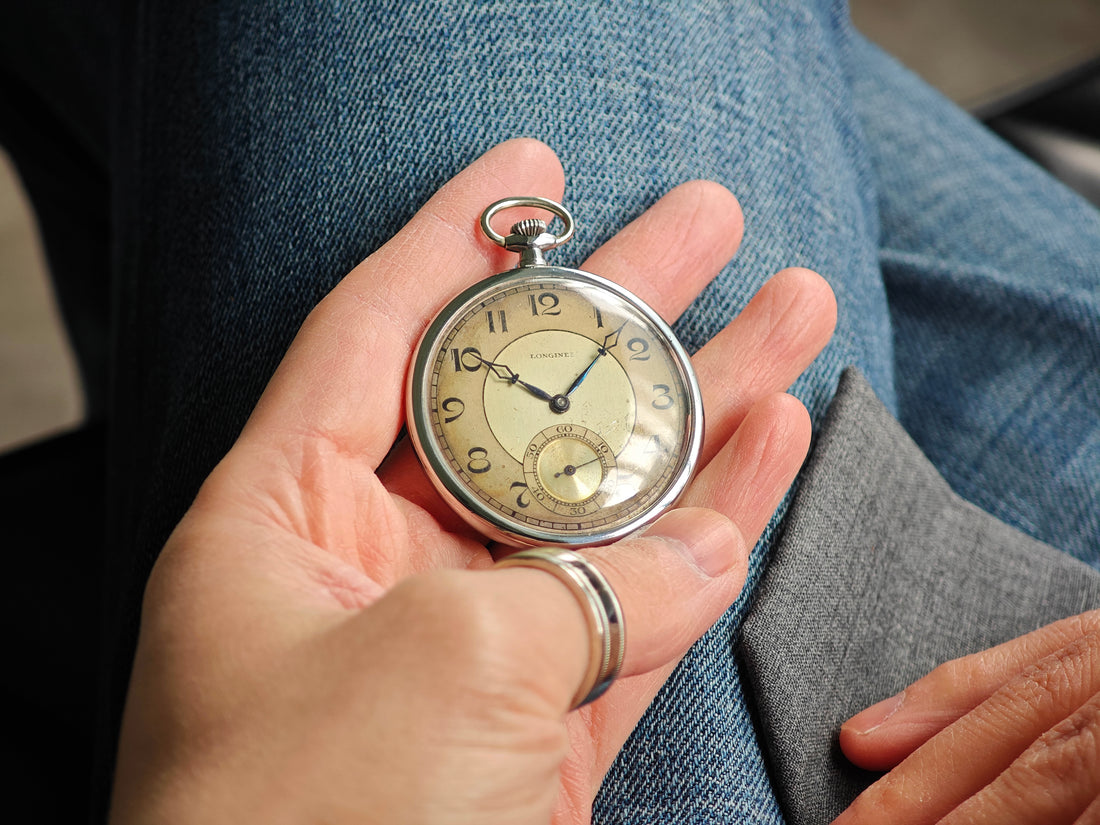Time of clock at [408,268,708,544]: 10:07
